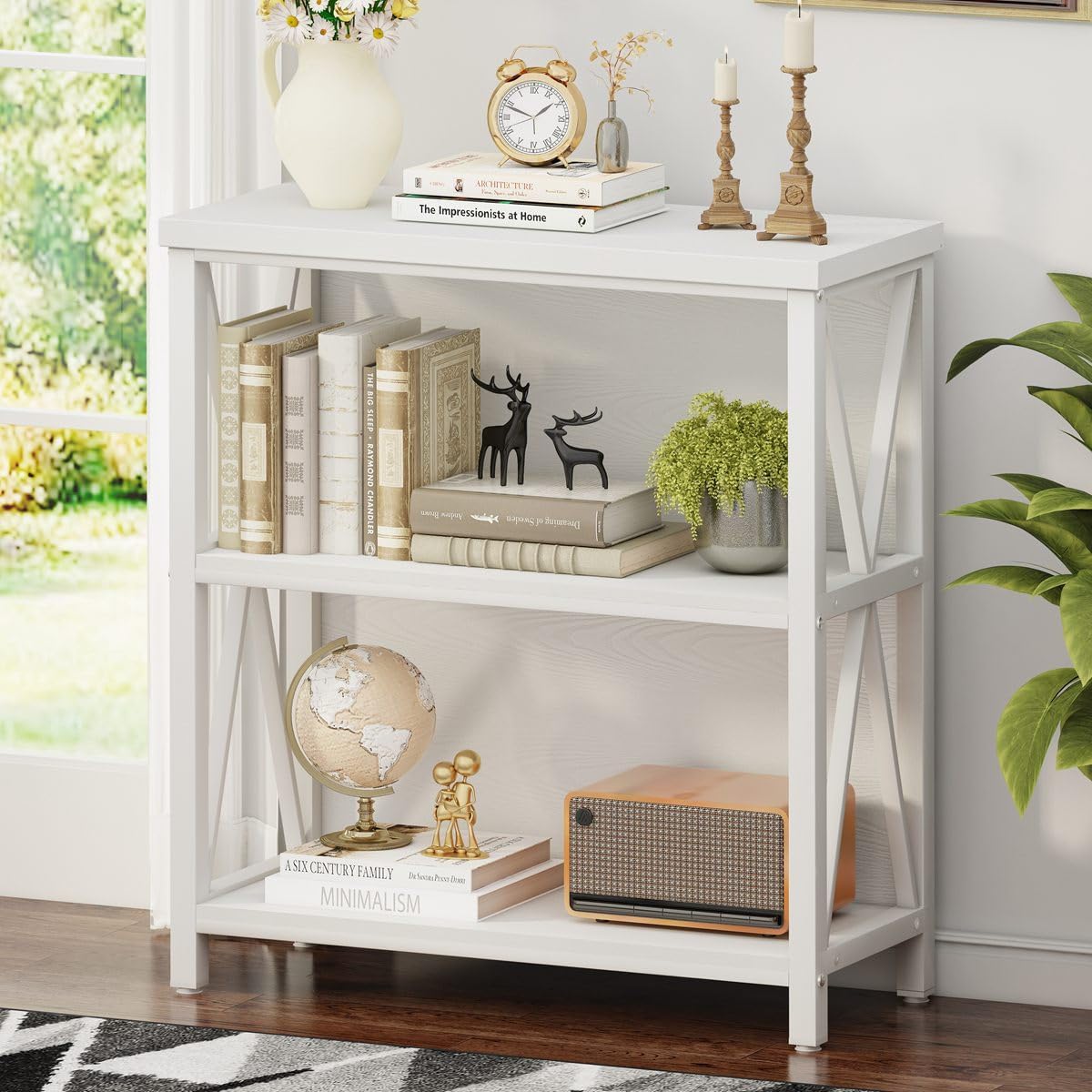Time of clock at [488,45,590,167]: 1:48
